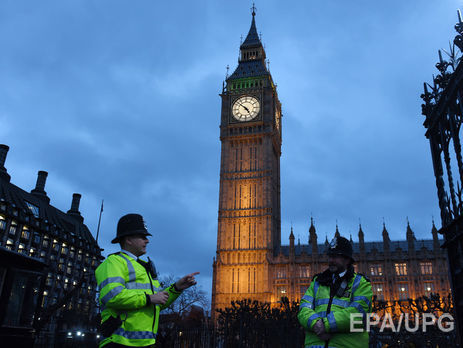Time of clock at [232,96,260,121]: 4:51
